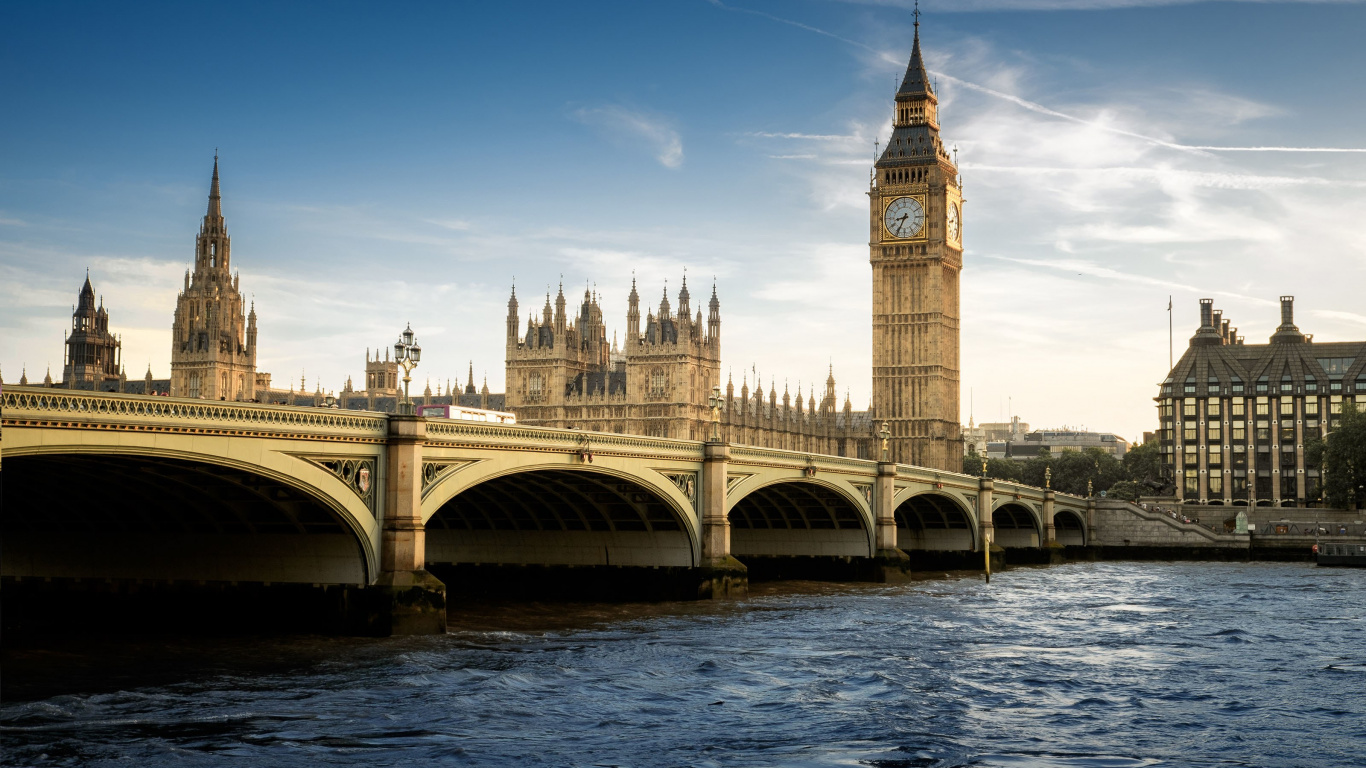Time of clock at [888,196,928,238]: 8:34
